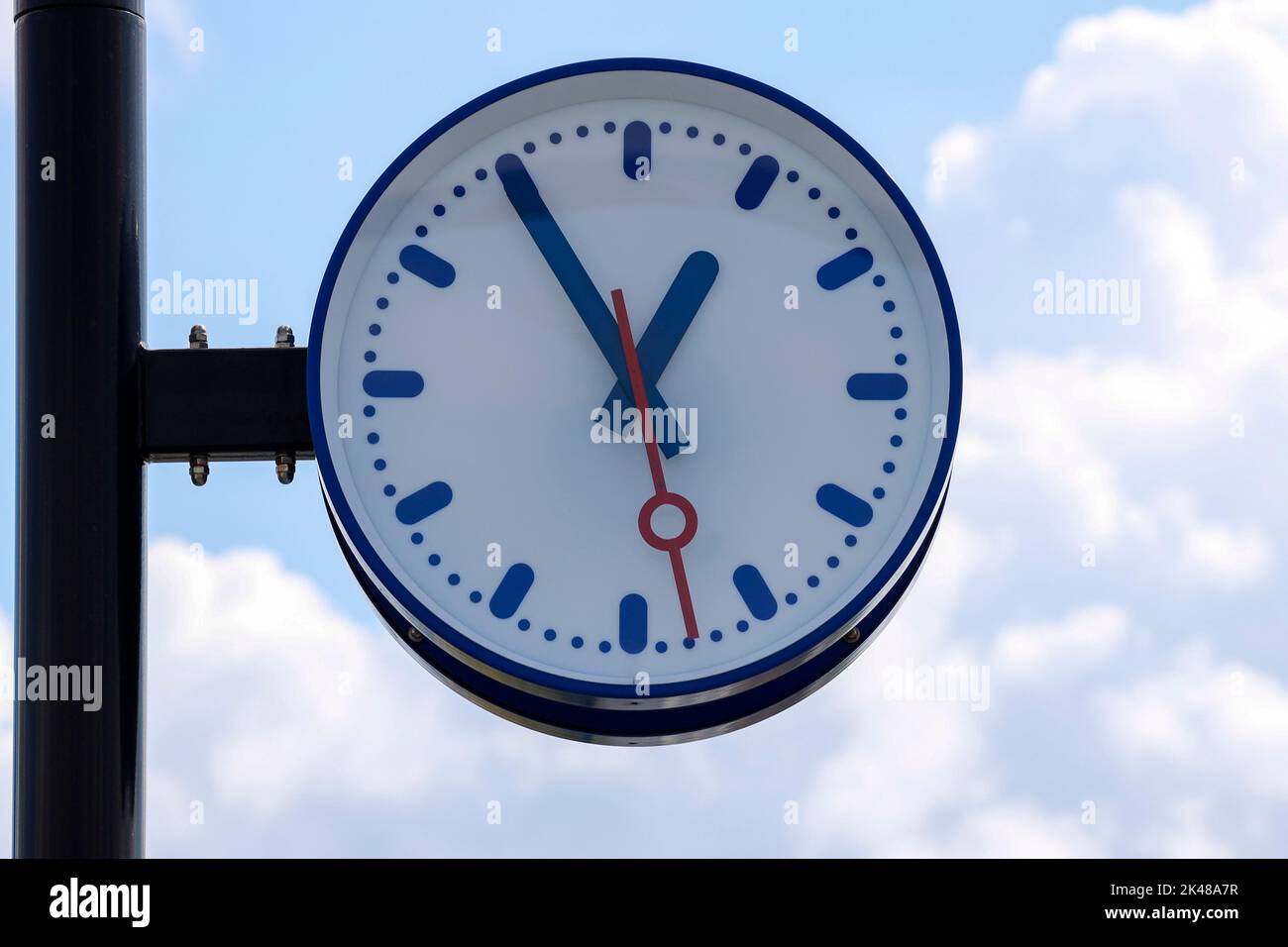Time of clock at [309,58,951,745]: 12:54
